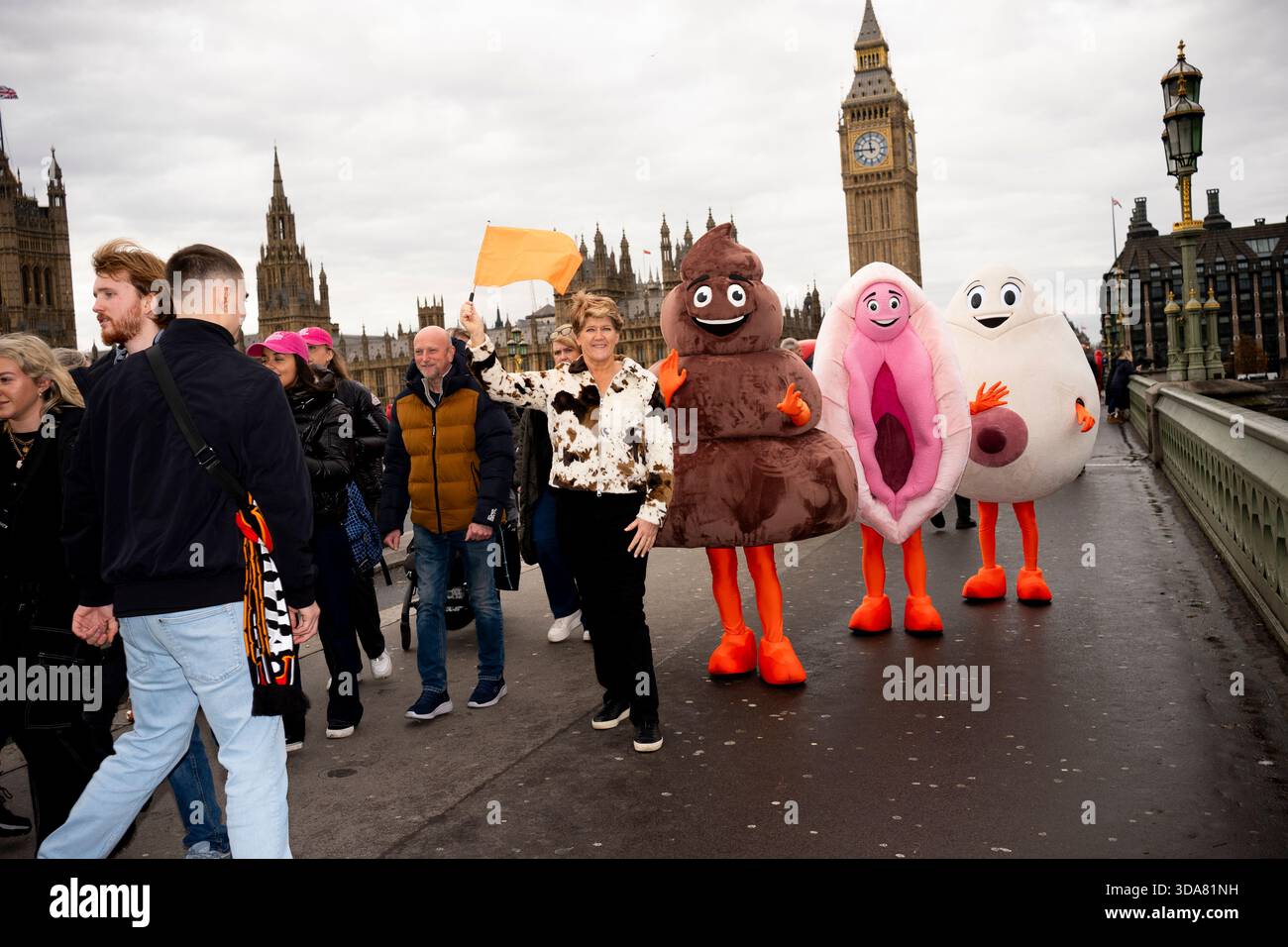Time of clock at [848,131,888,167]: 11:45
